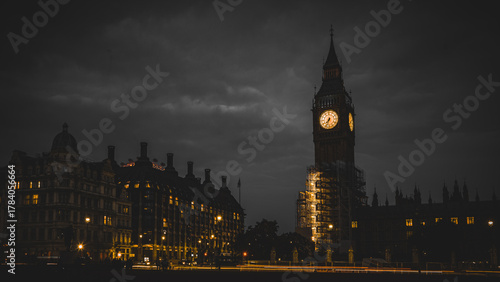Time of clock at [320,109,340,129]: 7:33
